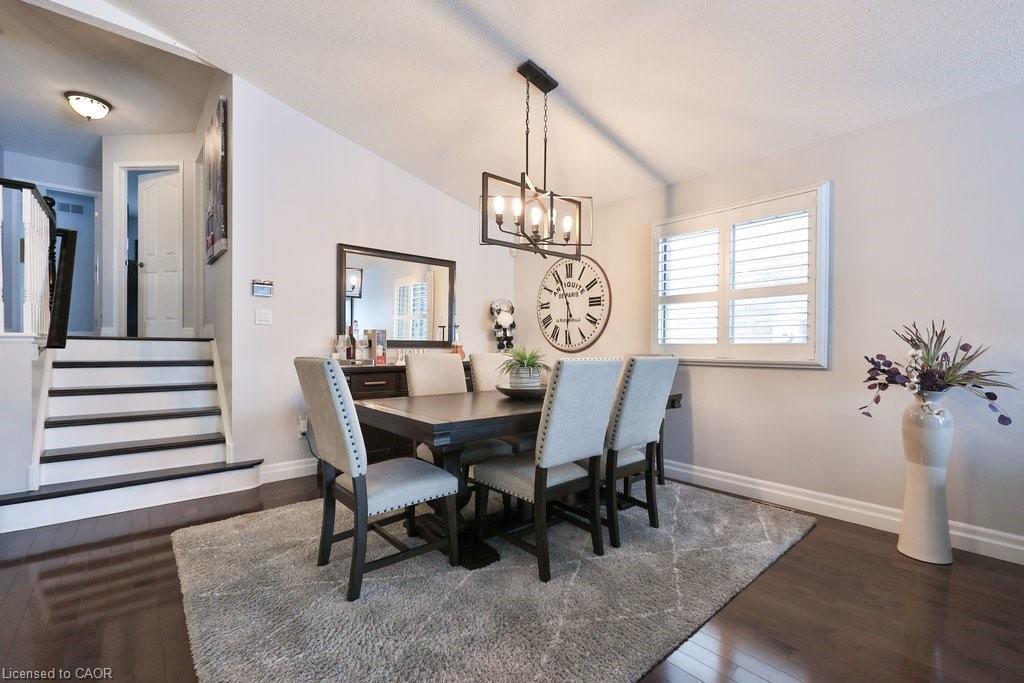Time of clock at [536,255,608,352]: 5:56
